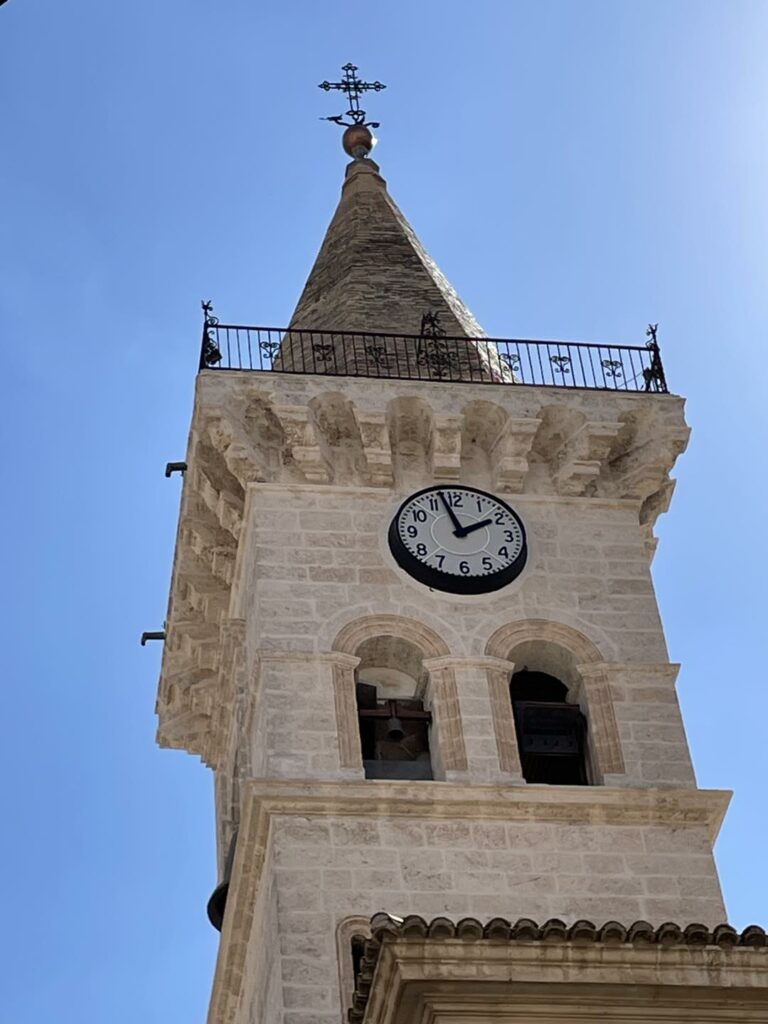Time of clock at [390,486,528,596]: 1:57
